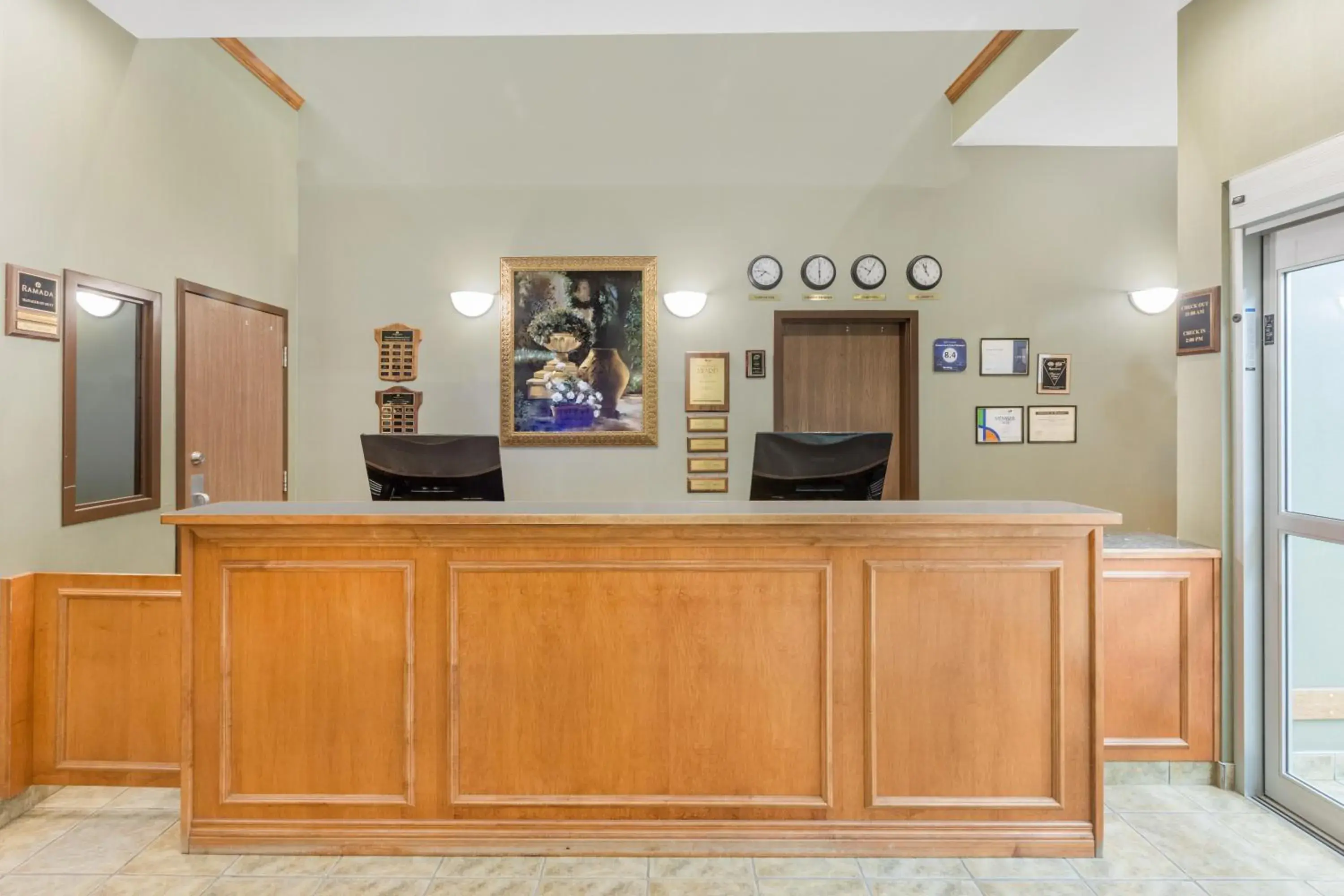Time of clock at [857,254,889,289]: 10:05
